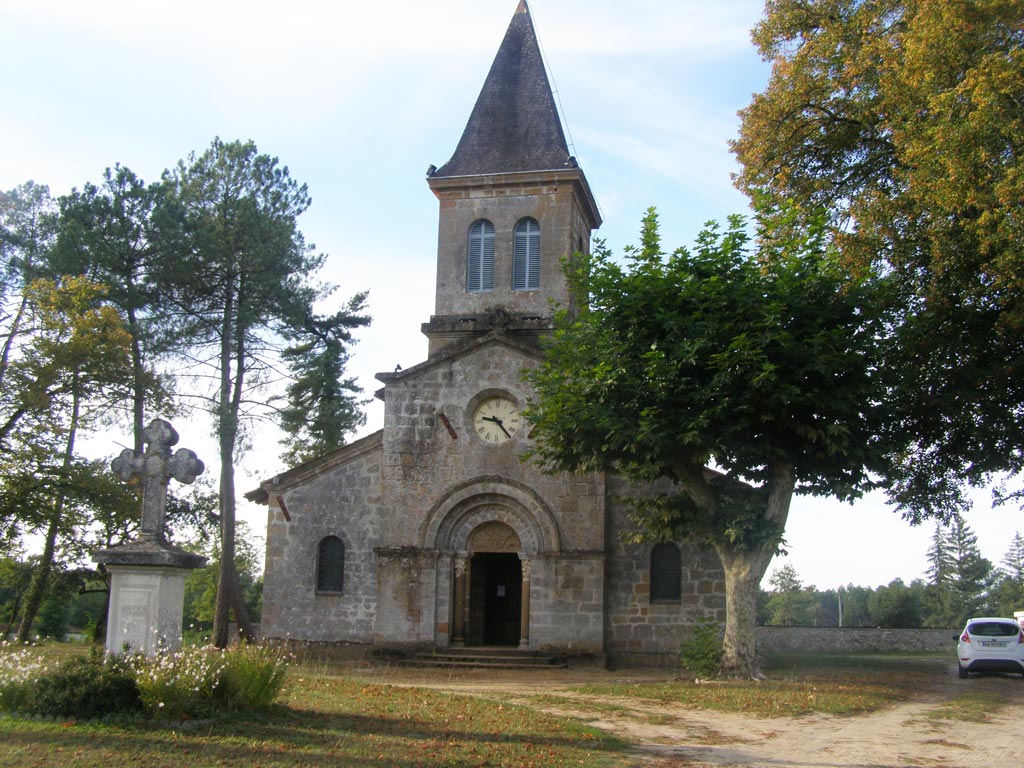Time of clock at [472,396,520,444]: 9:23
